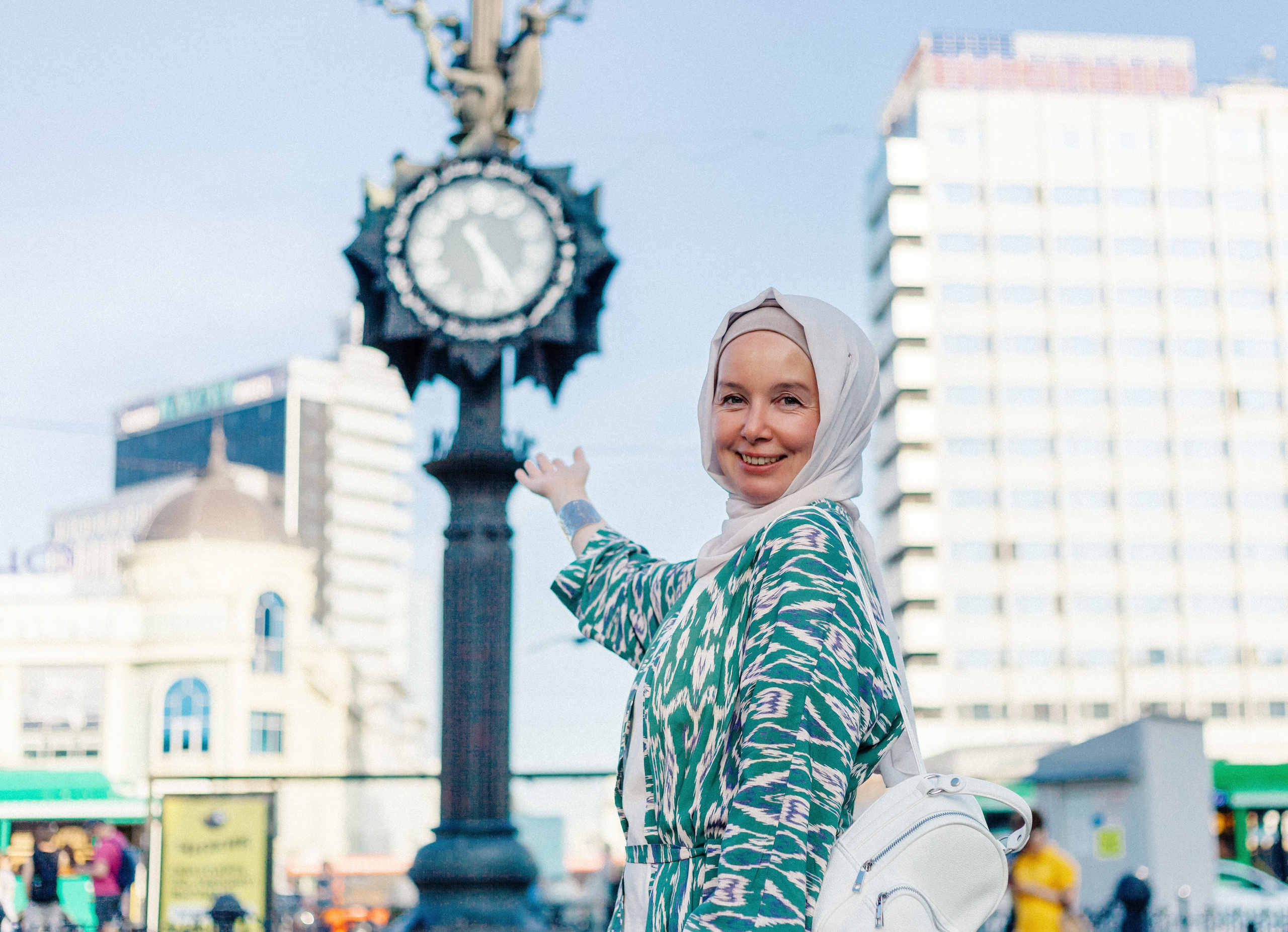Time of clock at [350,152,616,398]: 5:24
